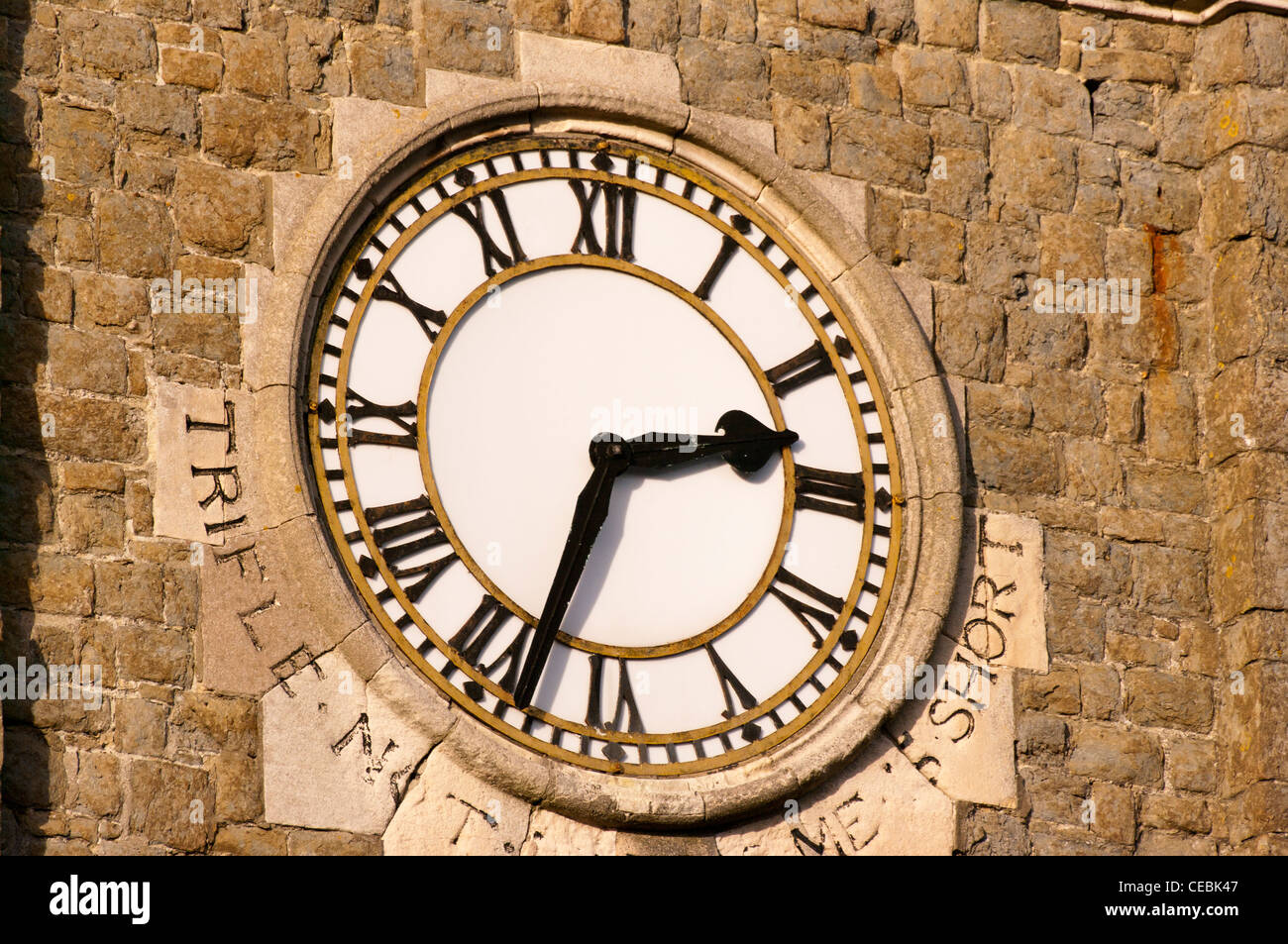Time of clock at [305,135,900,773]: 2:33
